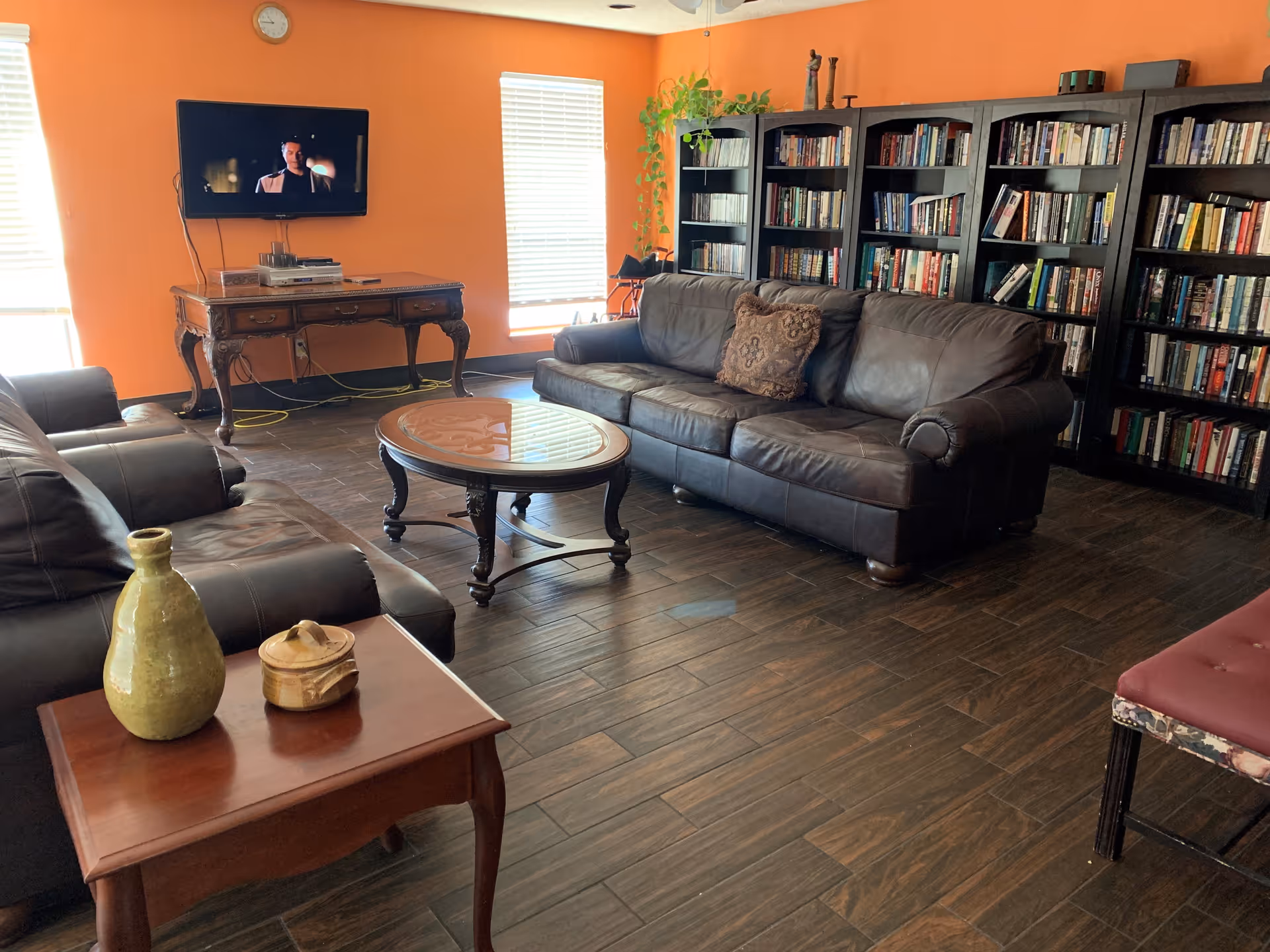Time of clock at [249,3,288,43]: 10:45
